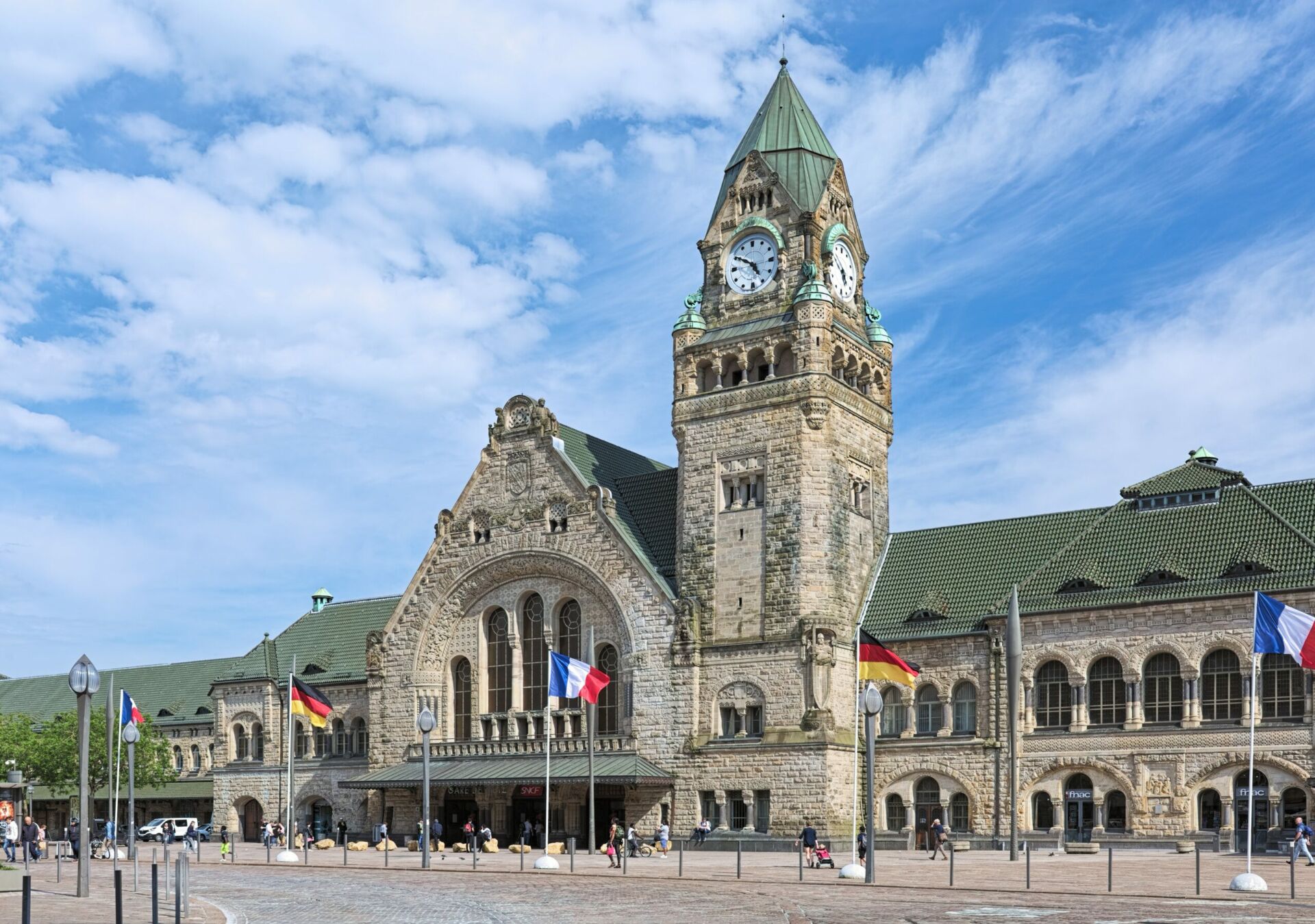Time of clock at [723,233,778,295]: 4:50
